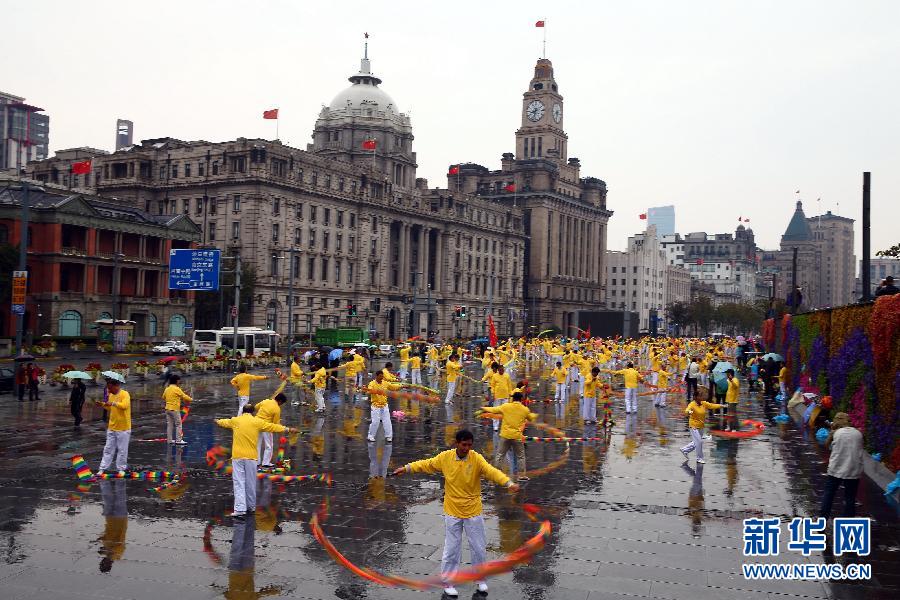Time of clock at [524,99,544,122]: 8:32
